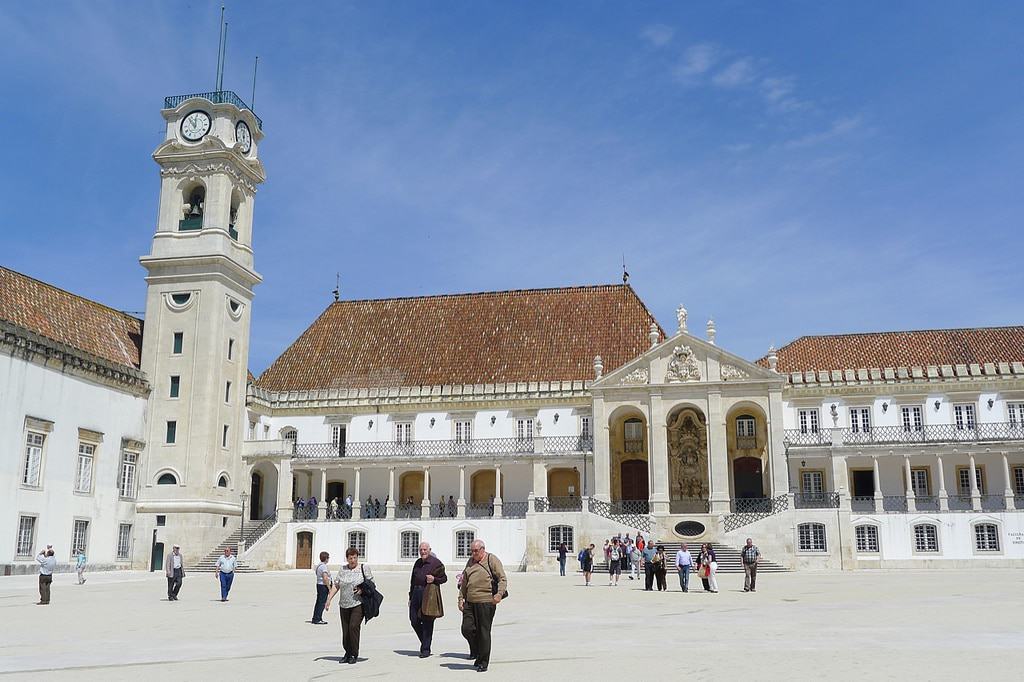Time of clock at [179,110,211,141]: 11:52
